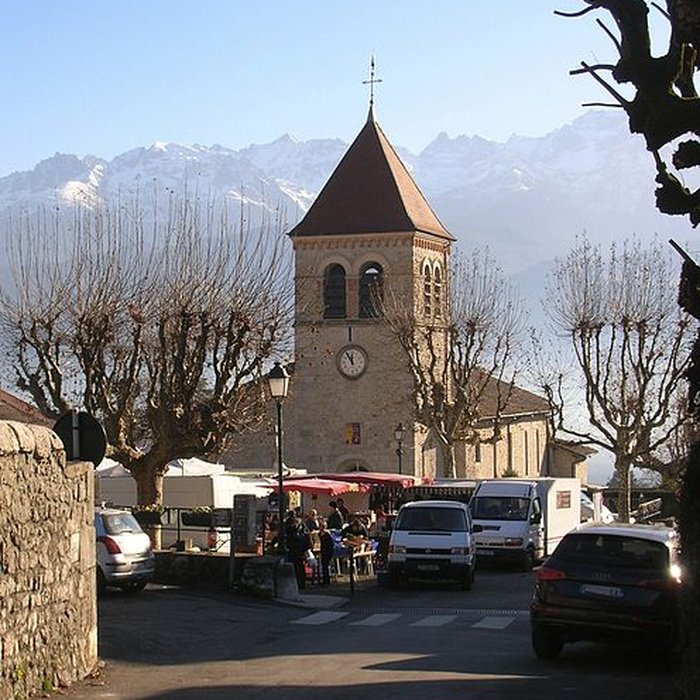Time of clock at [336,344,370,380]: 11:54
